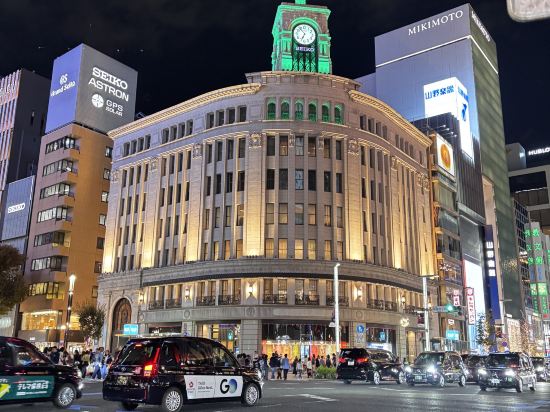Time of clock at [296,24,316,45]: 6:53
